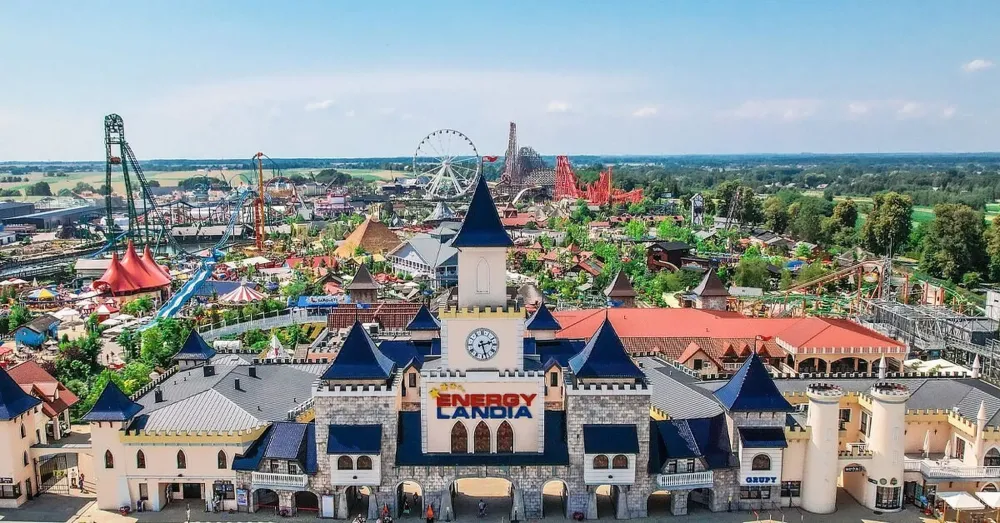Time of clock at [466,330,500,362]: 2:27
